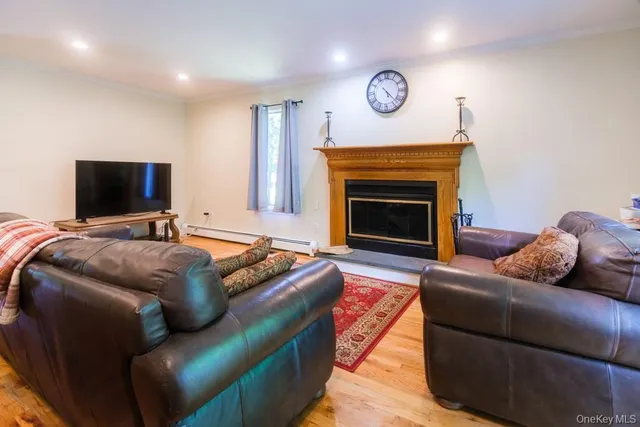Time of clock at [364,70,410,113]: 5:22
